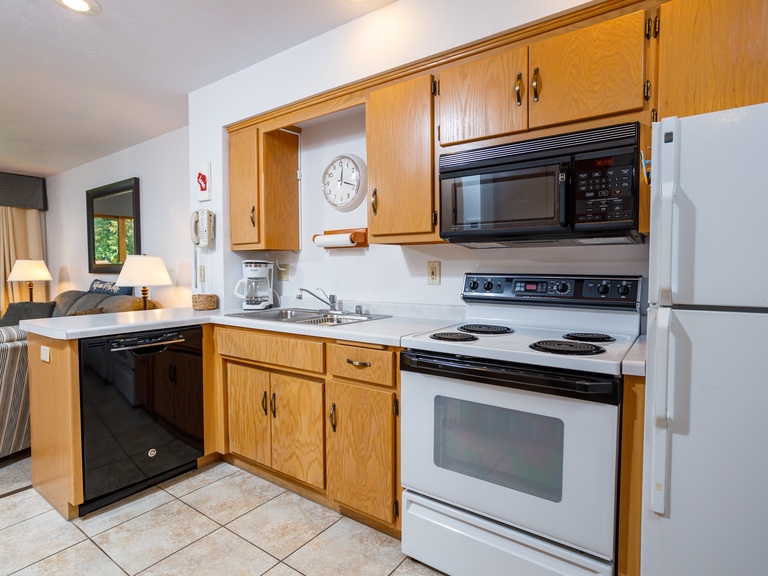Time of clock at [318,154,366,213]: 12:18
